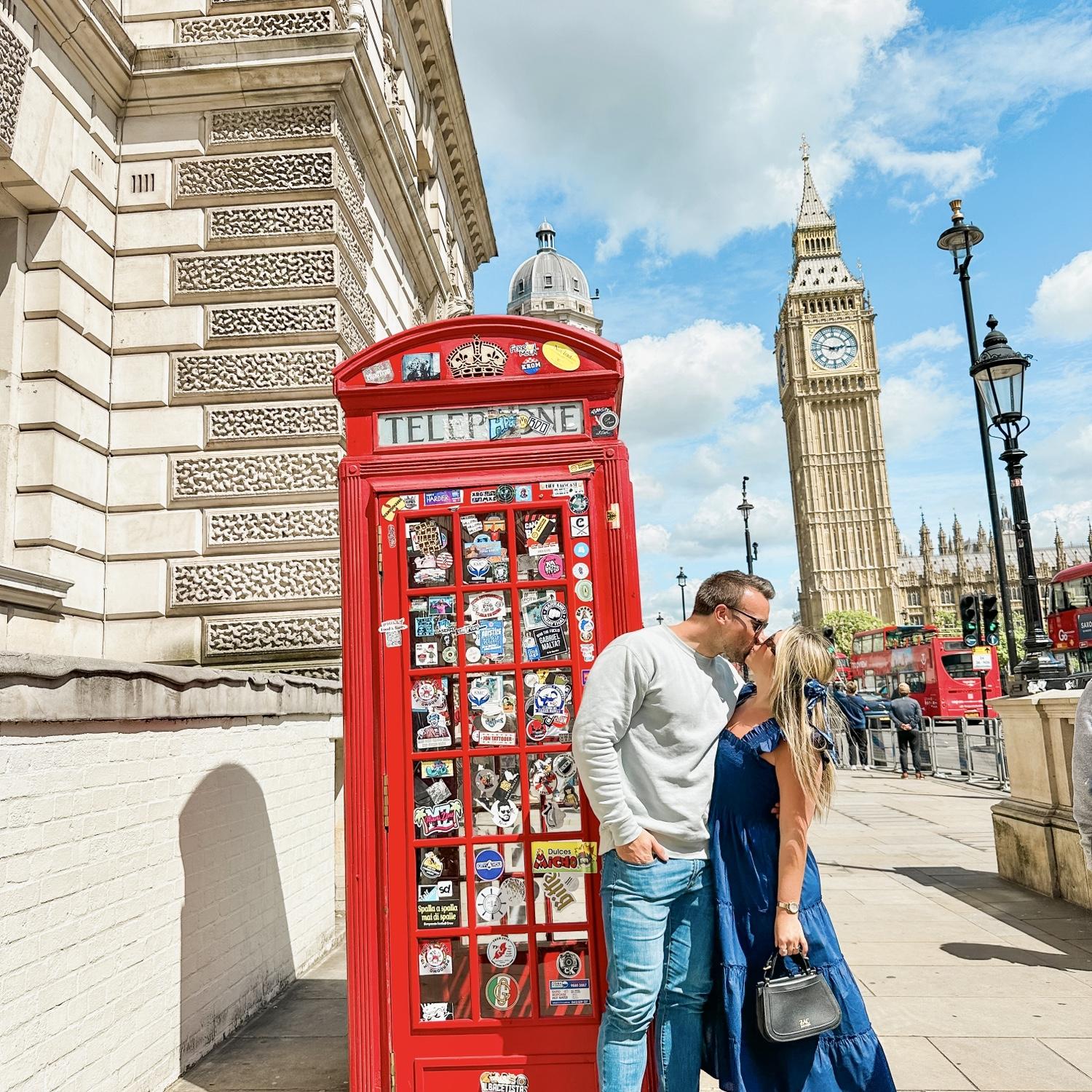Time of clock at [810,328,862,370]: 2:48
